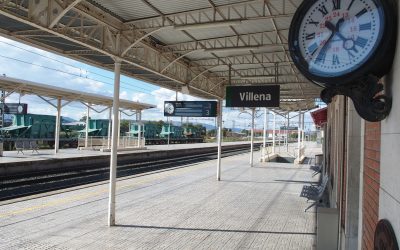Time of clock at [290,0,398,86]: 10:36
